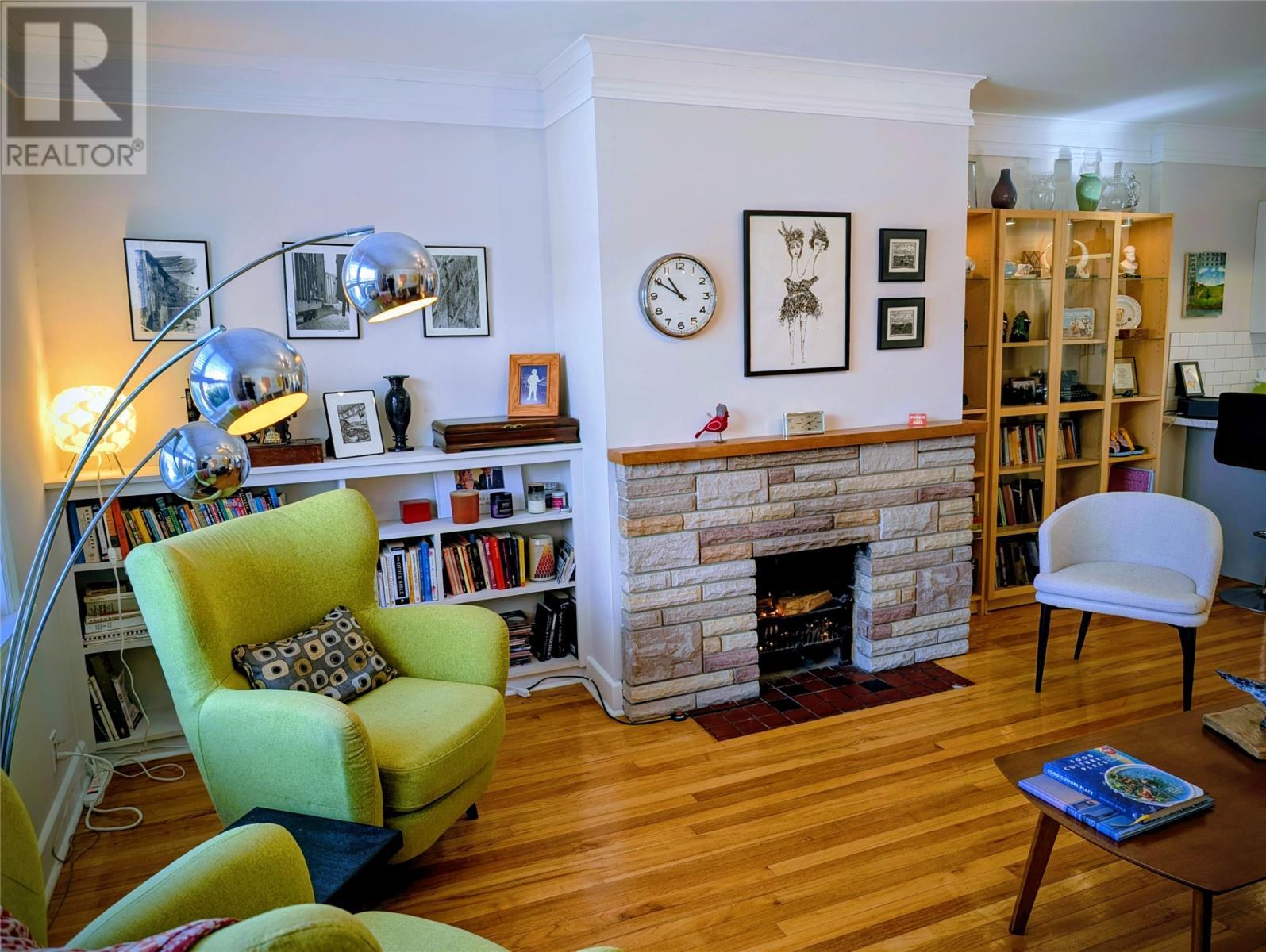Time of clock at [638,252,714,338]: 10:49
